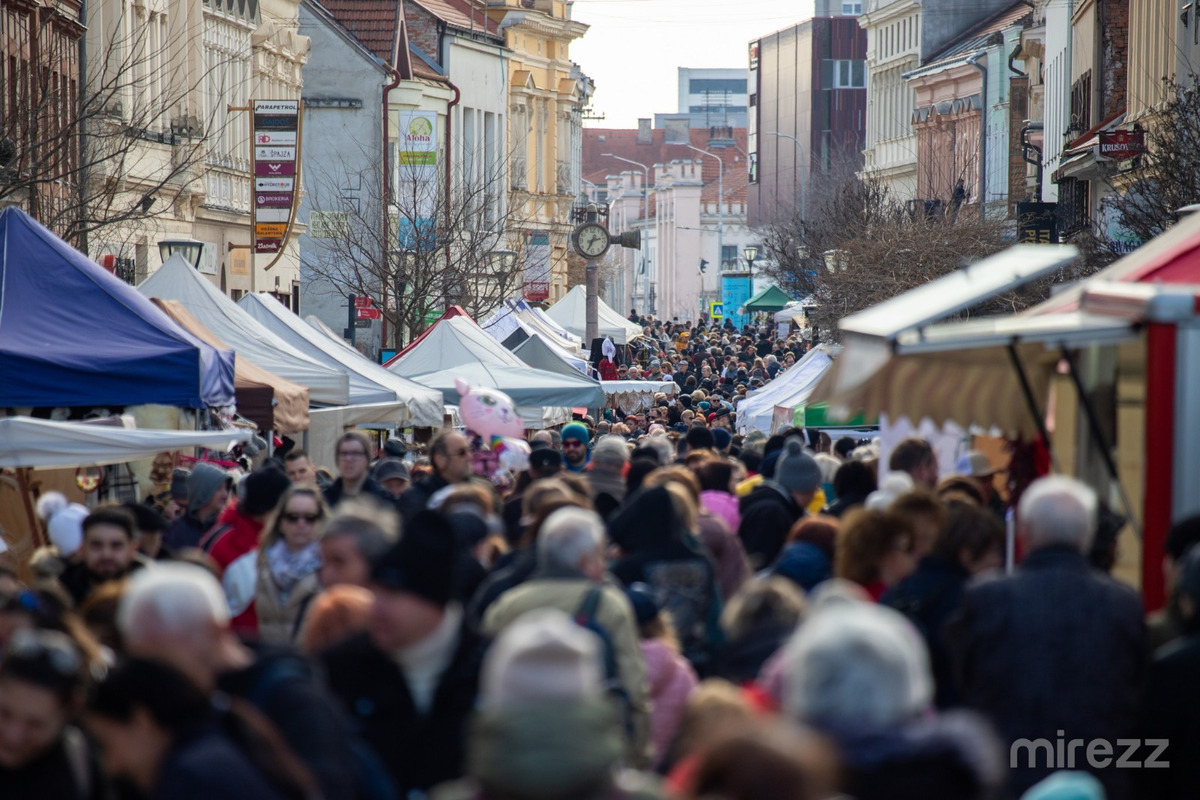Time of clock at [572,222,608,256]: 2:34
